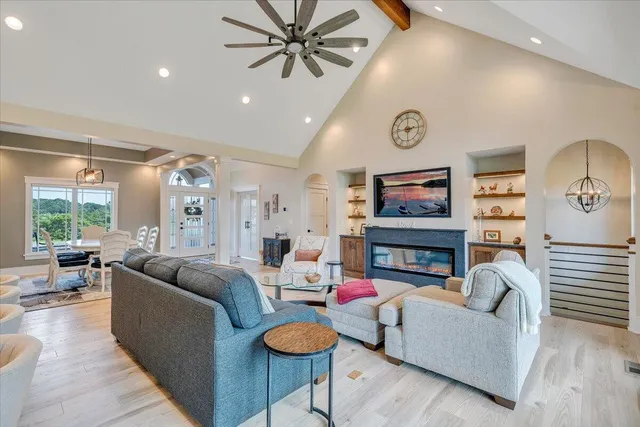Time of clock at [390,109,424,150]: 2:45
